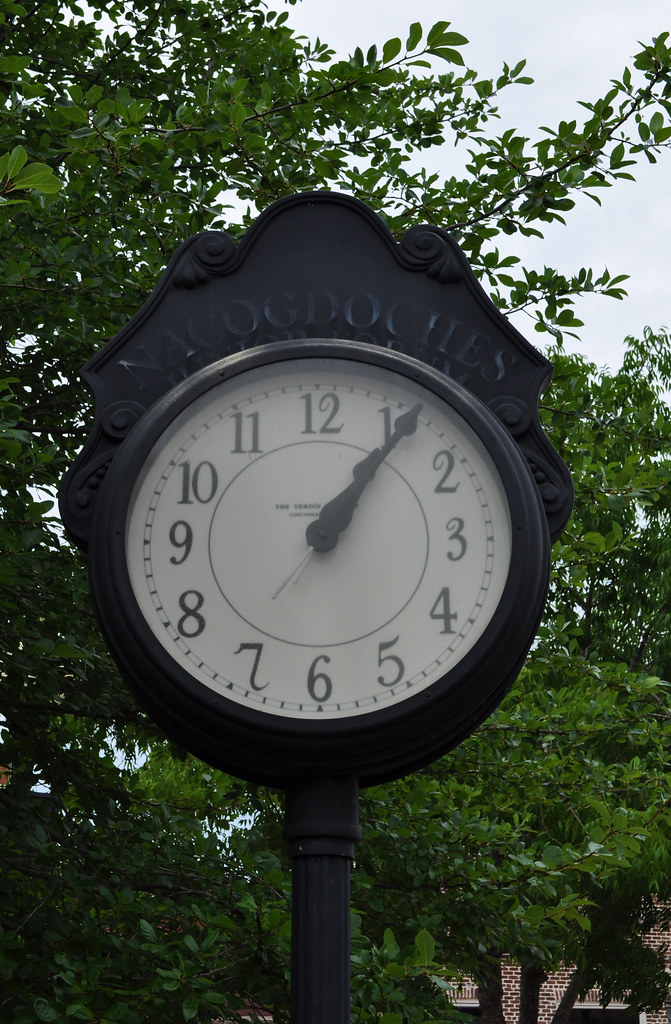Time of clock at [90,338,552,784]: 1:06
